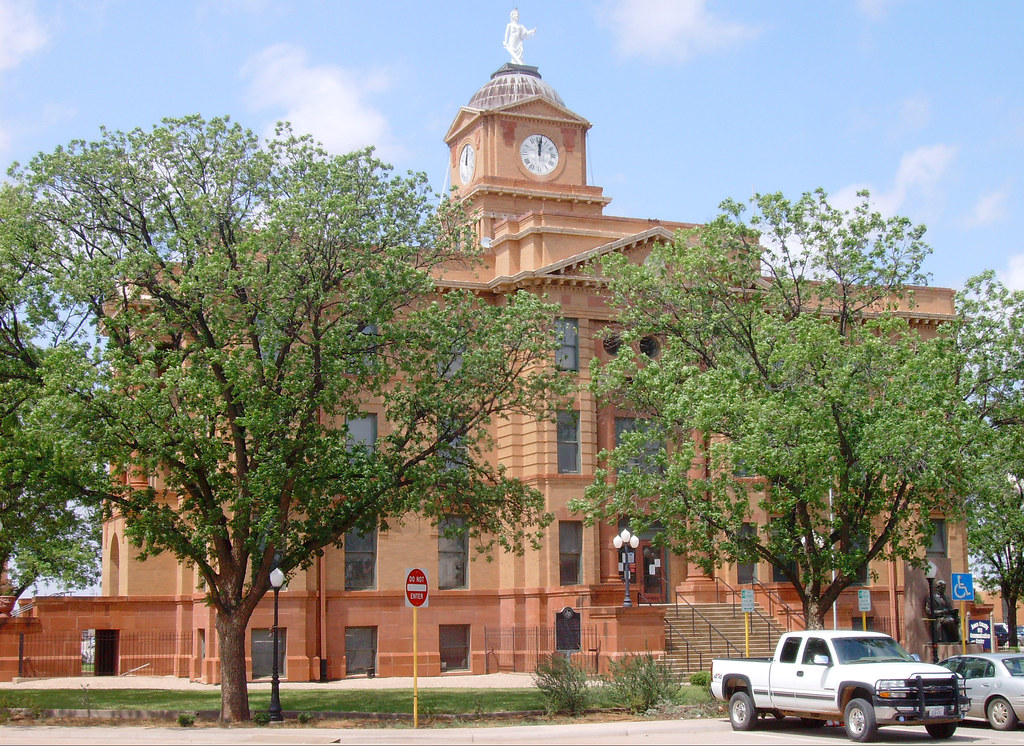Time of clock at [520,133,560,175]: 12:01
